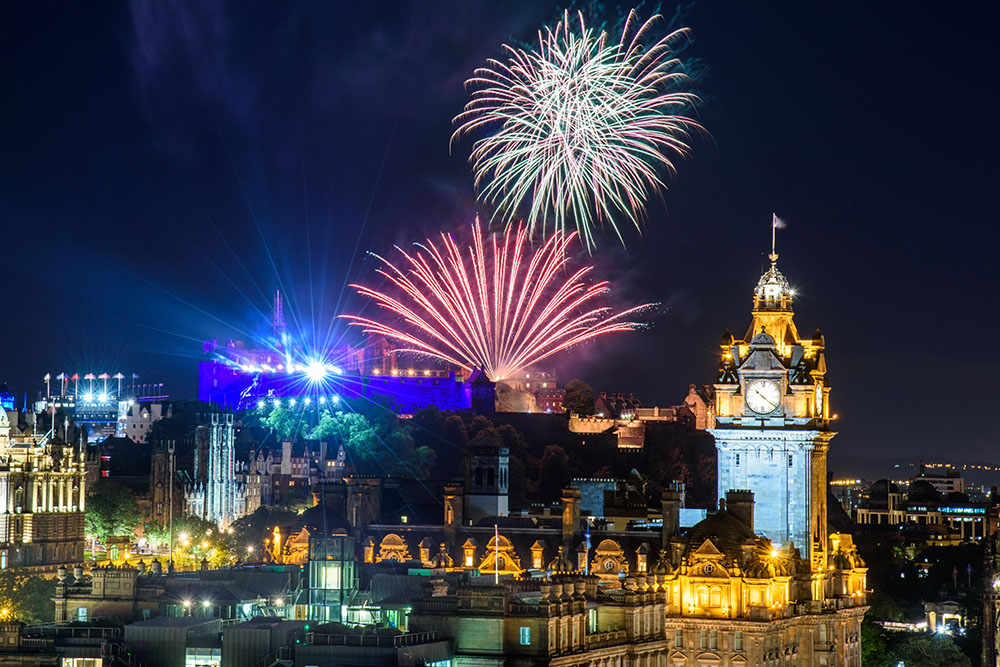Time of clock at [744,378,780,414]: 10:21
